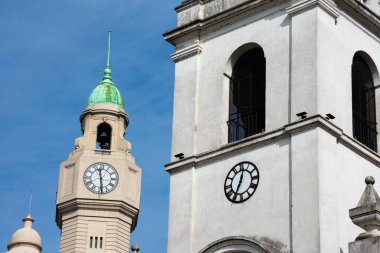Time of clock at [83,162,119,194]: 11:28
